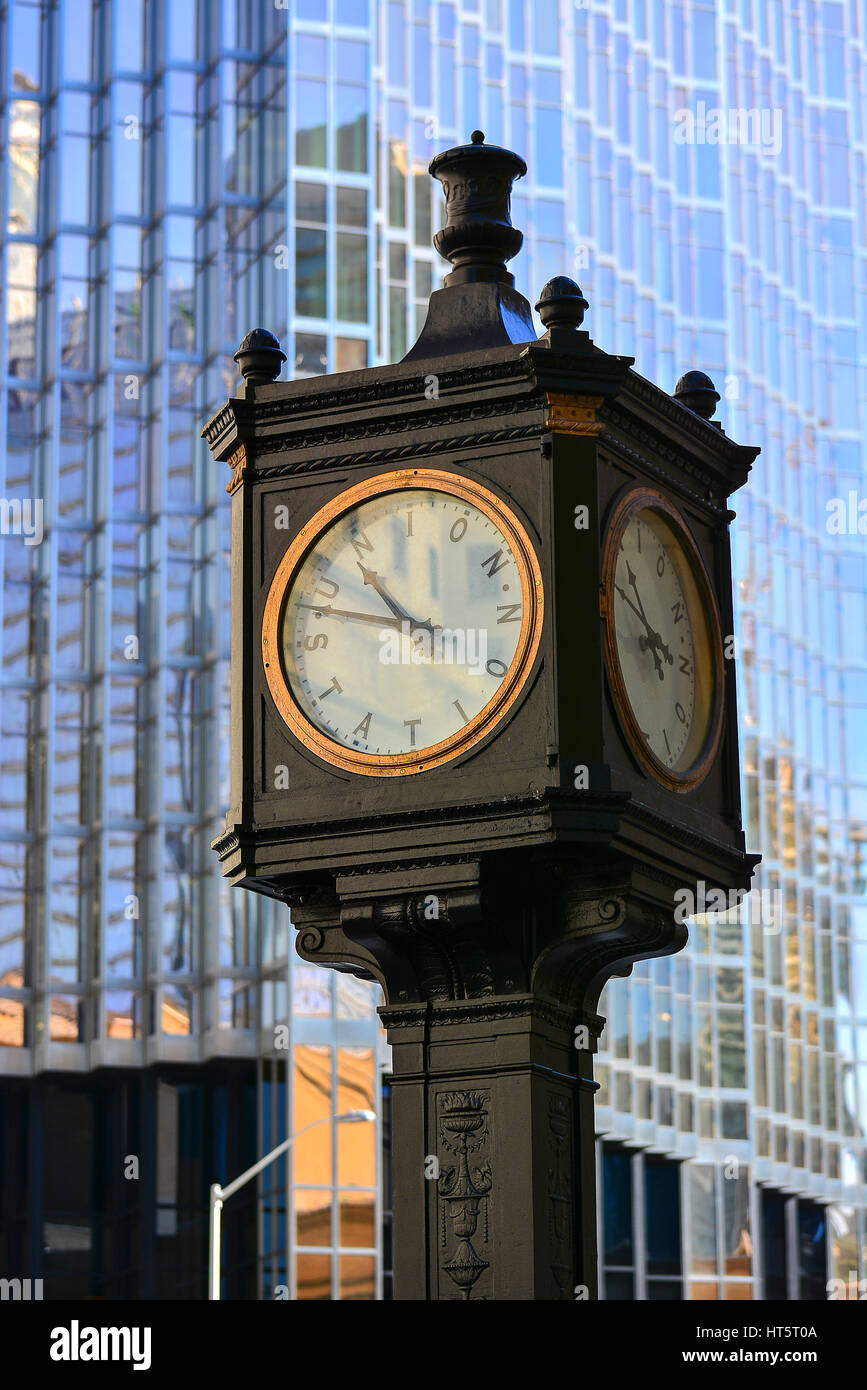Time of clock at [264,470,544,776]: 10:48
